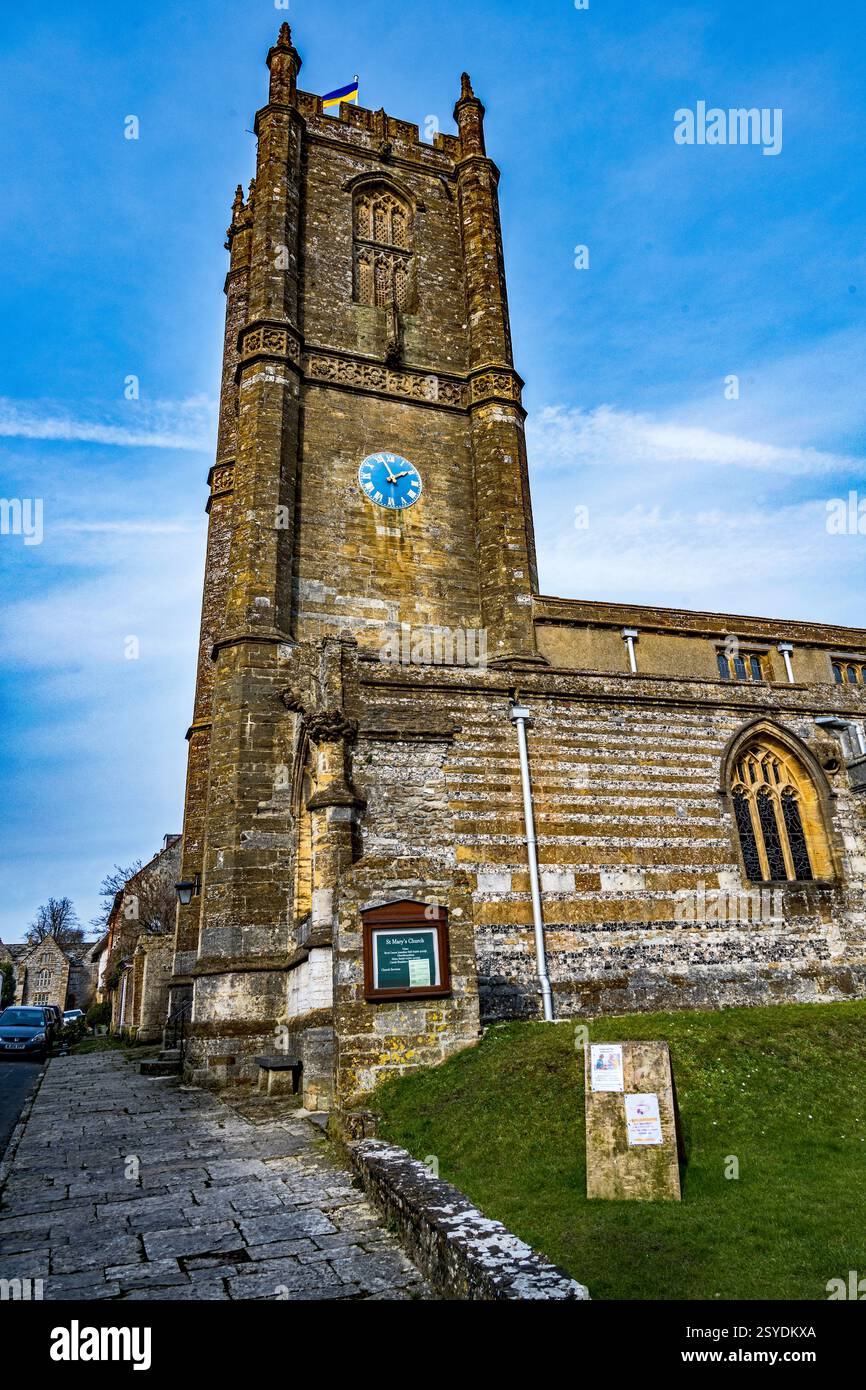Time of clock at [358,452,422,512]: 1:56
